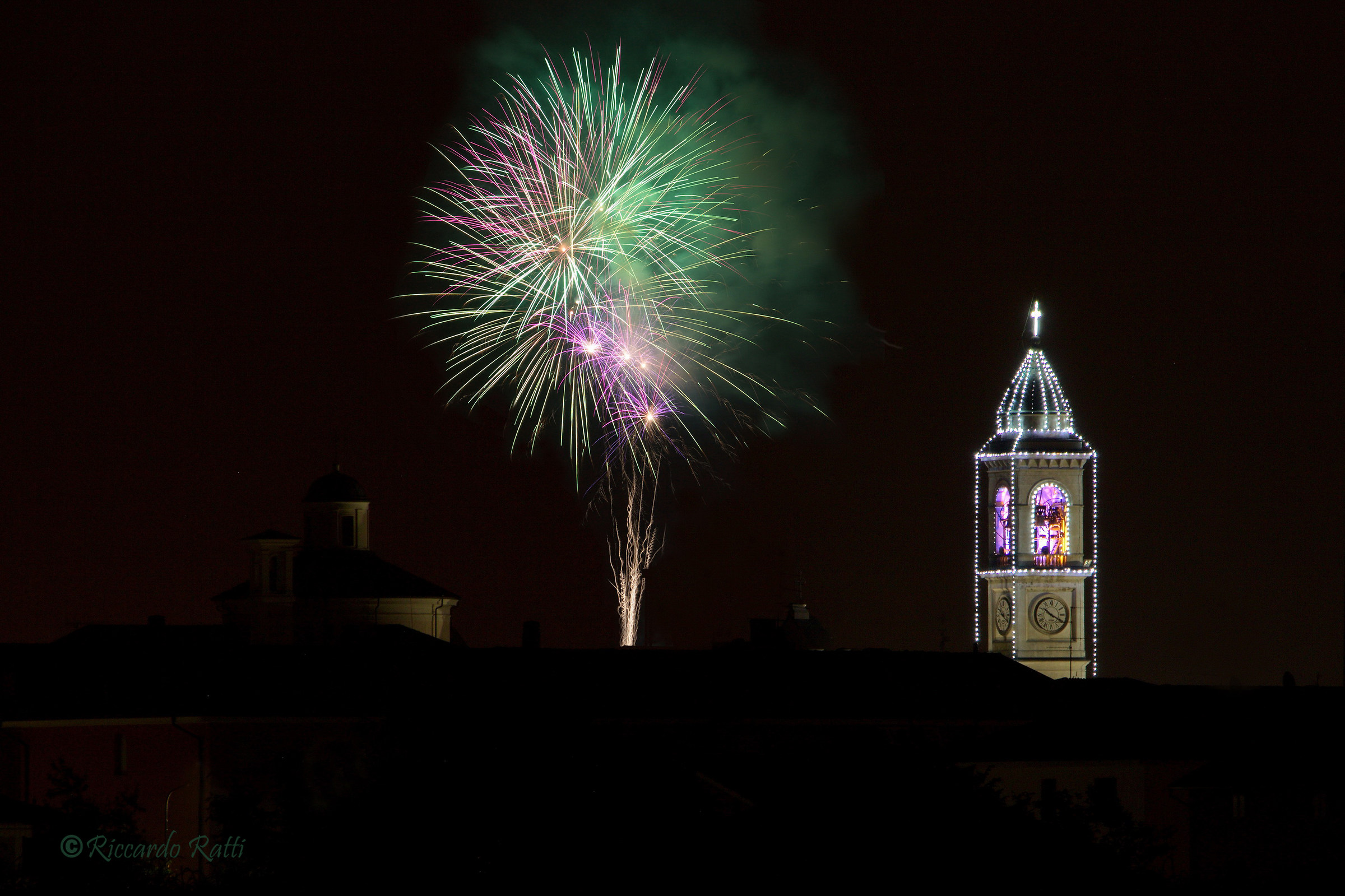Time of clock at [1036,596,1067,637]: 10:19
